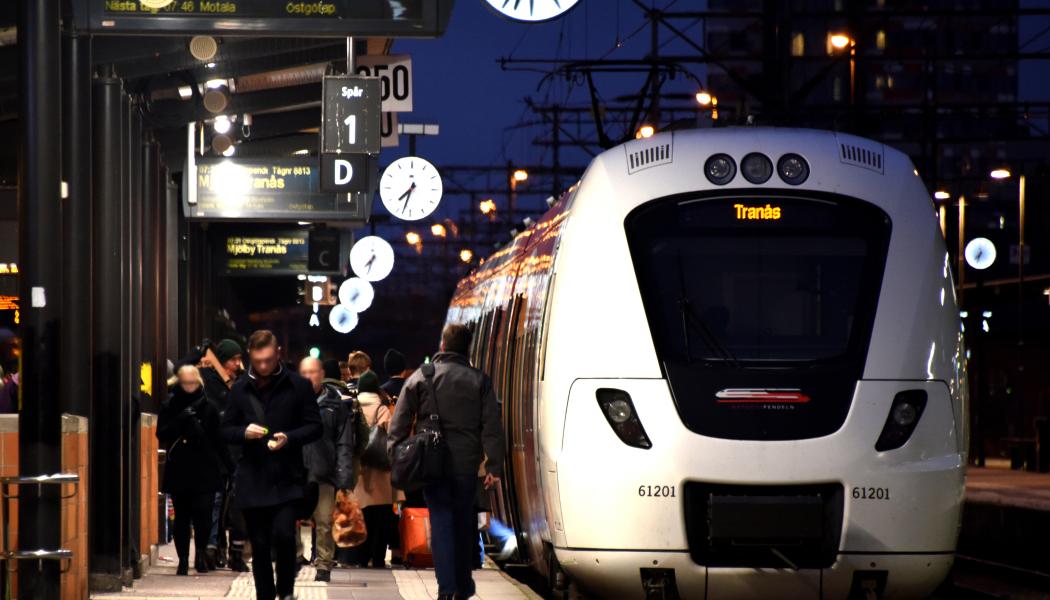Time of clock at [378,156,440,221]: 7:32
